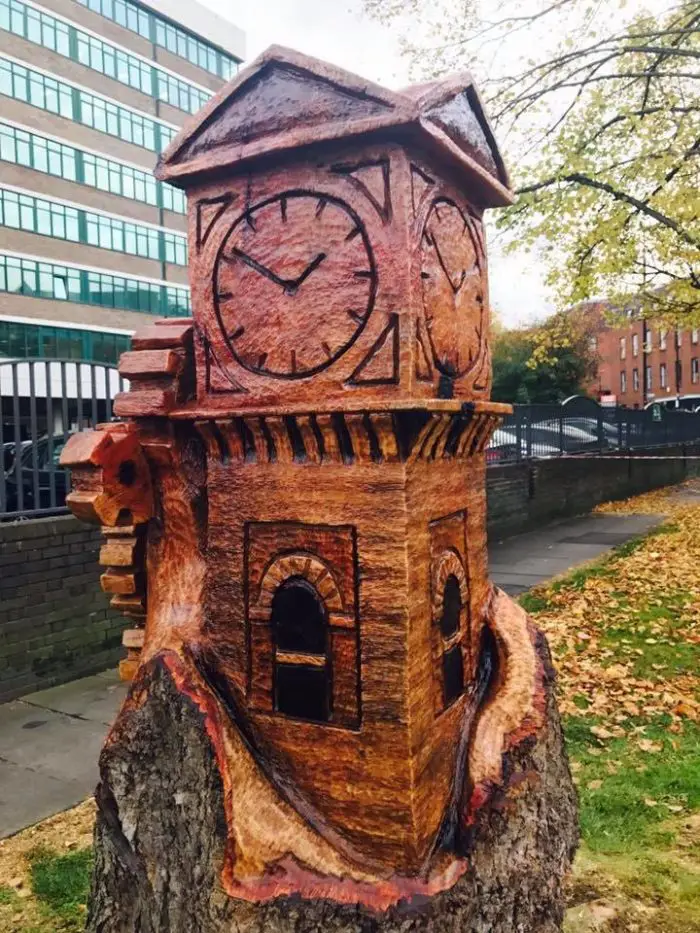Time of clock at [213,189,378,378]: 1:51
